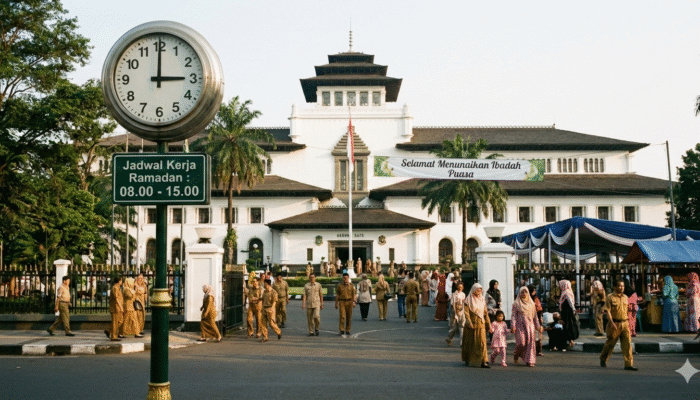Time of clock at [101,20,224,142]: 3:00
